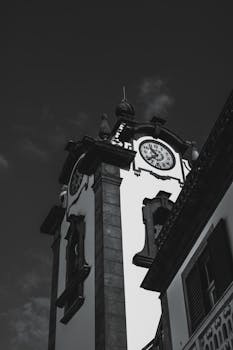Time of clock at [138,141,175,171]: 10:37
